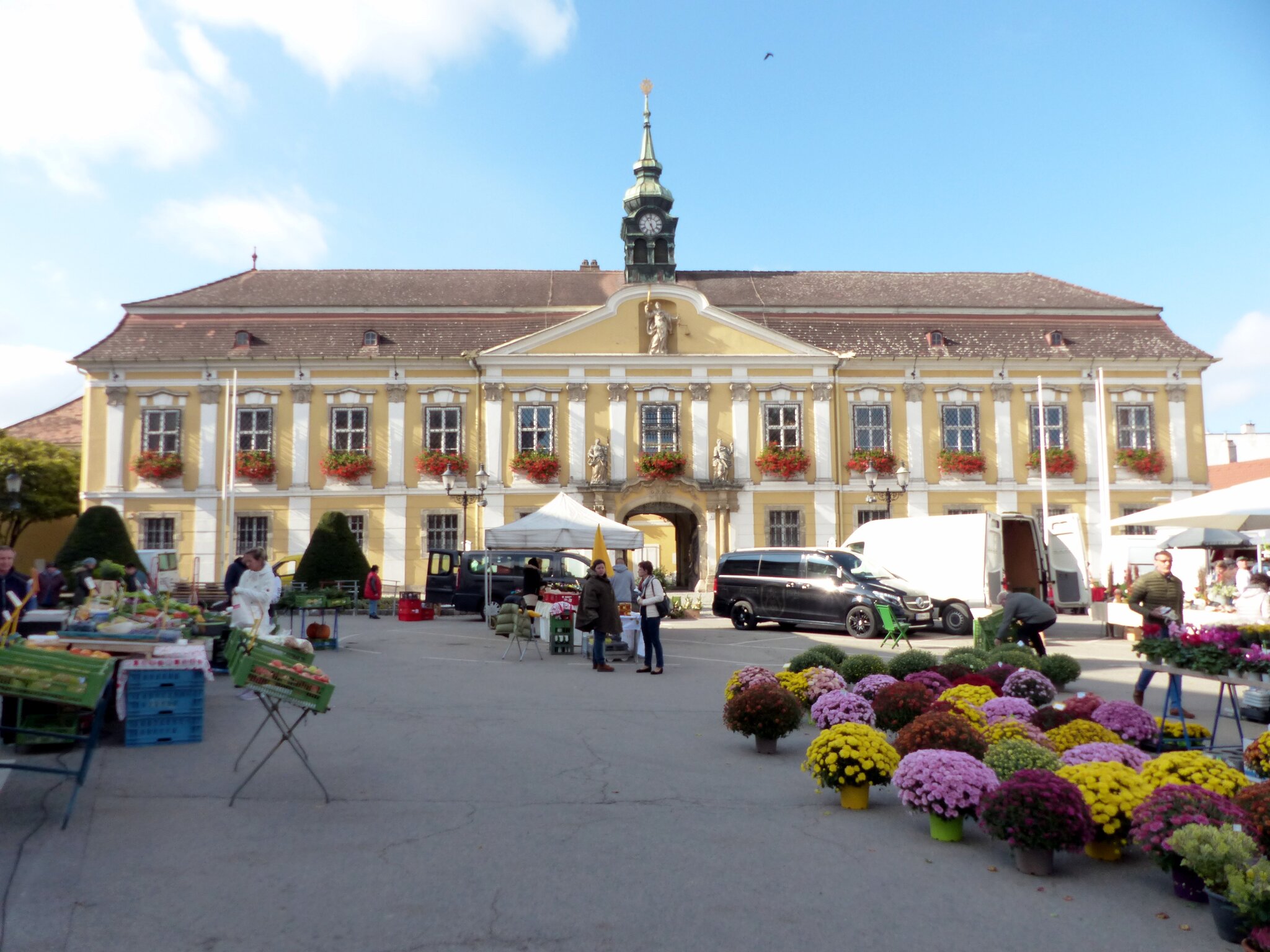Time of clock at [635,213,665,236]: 5:26
